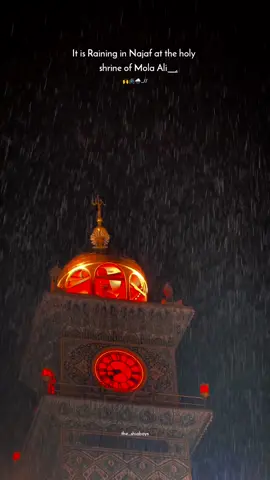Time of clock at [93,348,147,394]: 7:43
